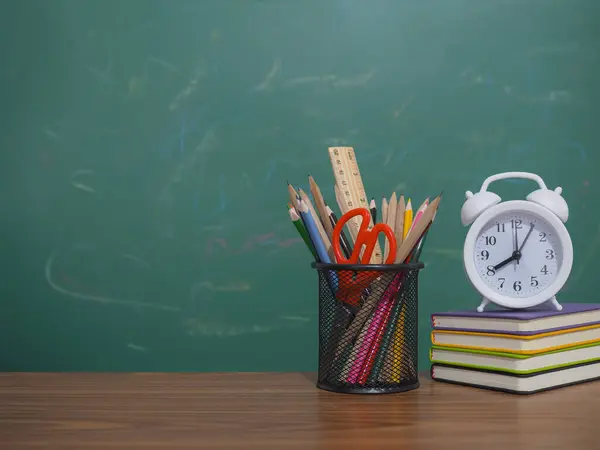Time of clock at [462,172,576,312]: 8:05
